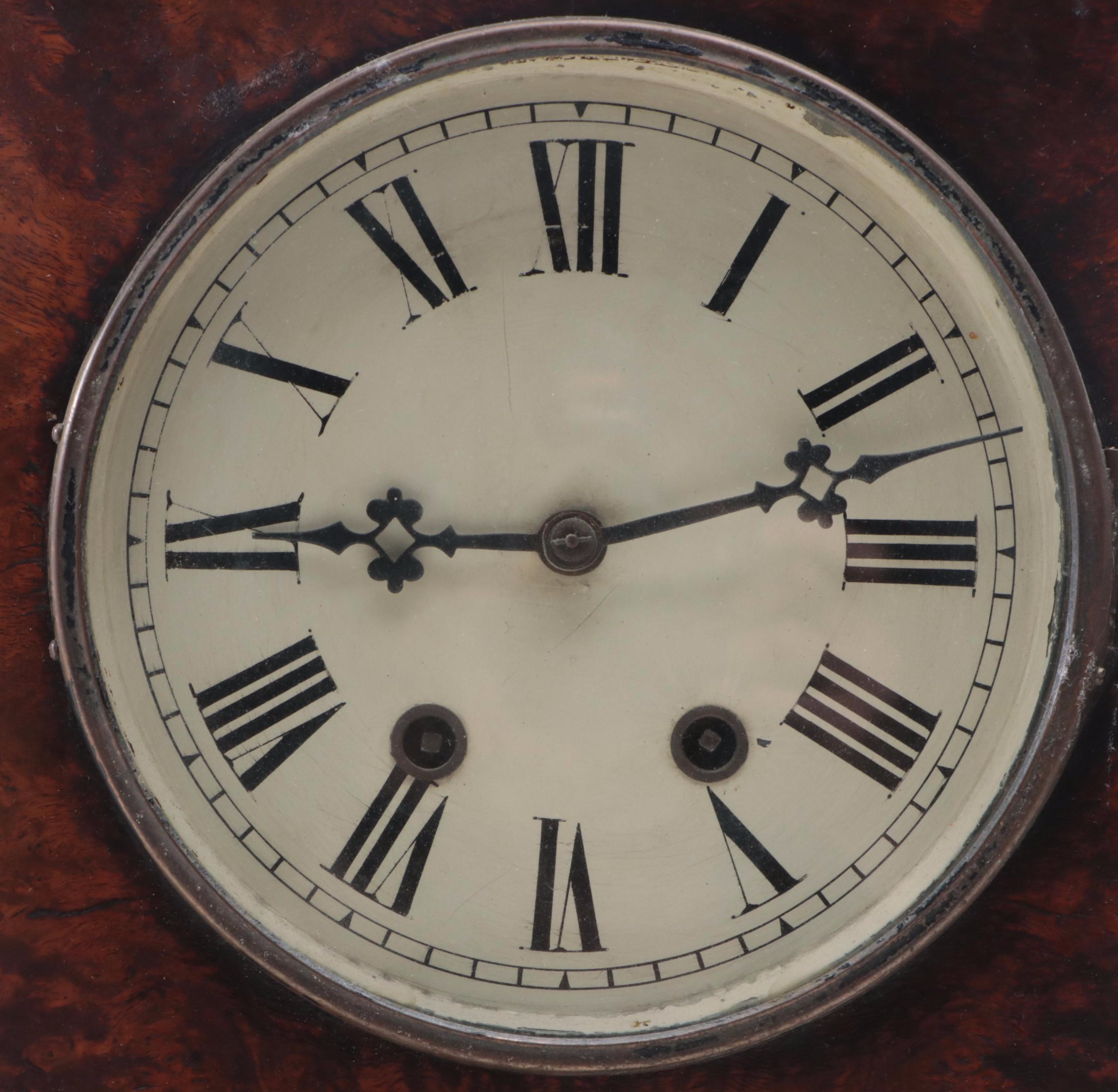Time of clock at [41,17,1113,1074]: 9:12
